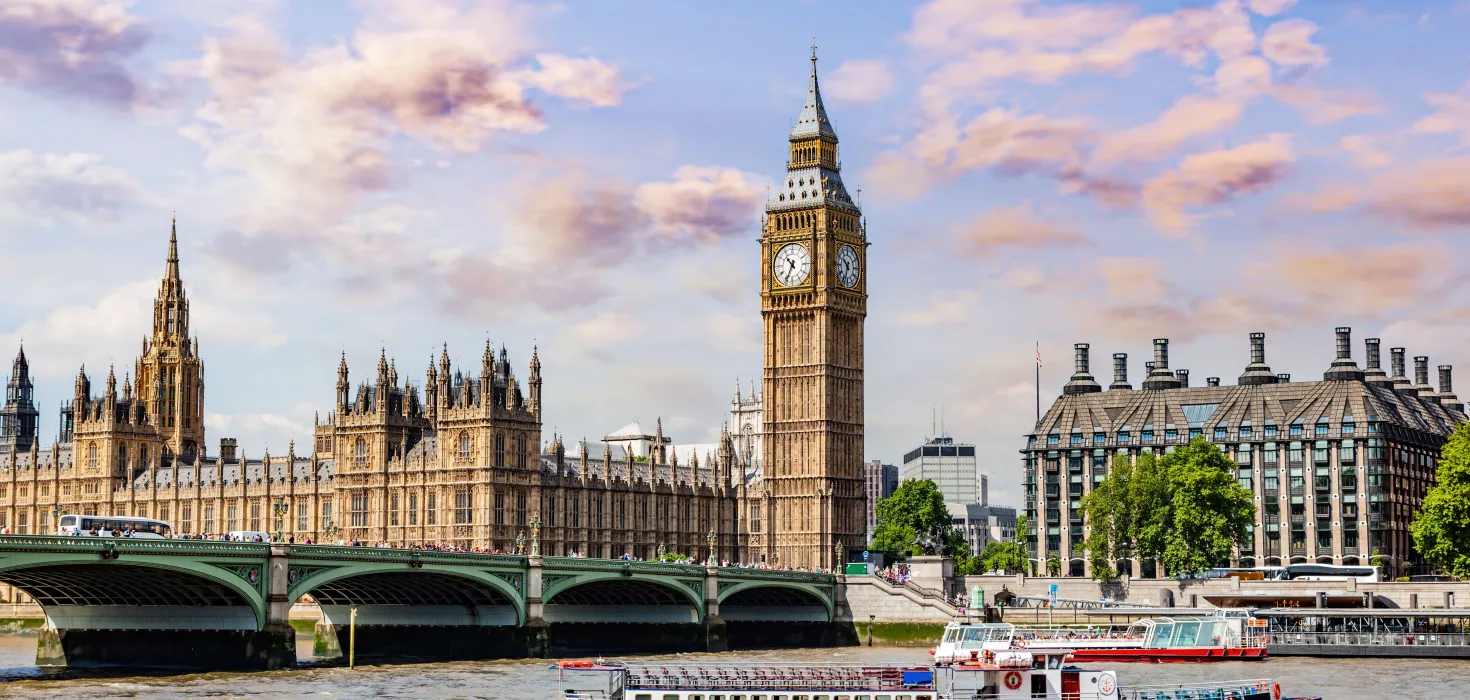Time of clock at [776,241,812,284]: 10:34
